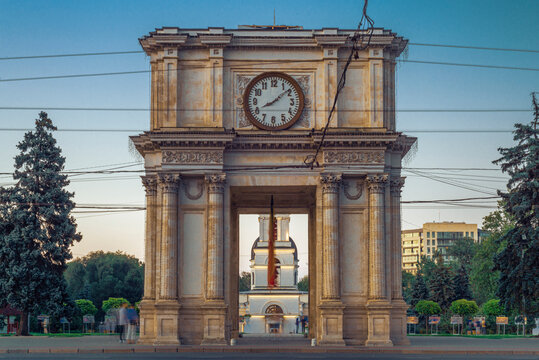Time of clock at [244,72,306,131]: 8:08
